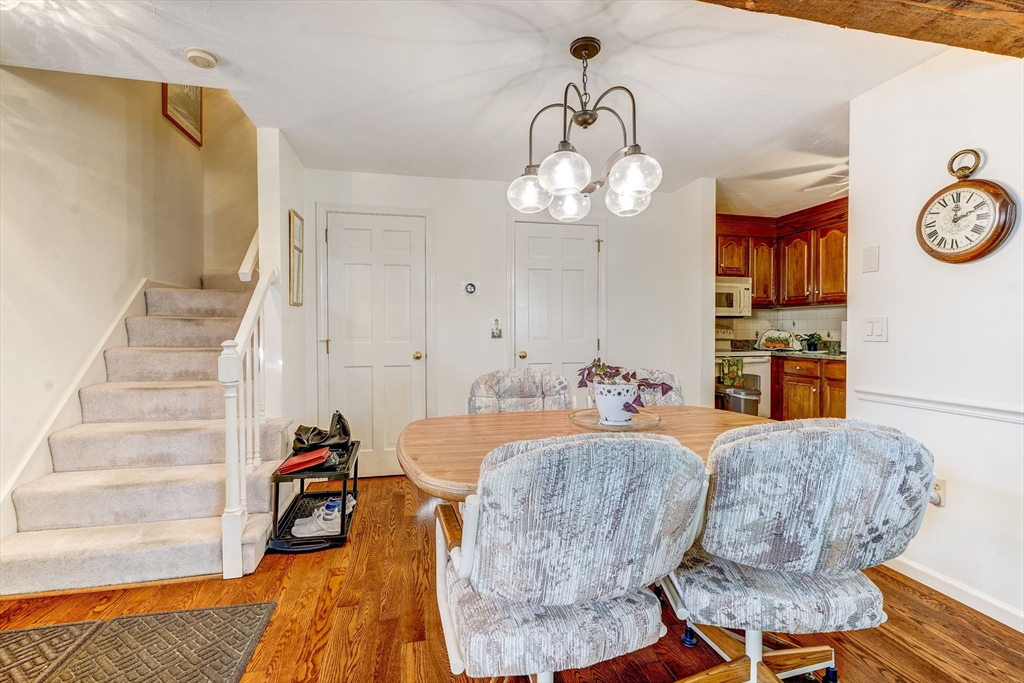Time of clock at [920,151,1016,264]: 2:01
